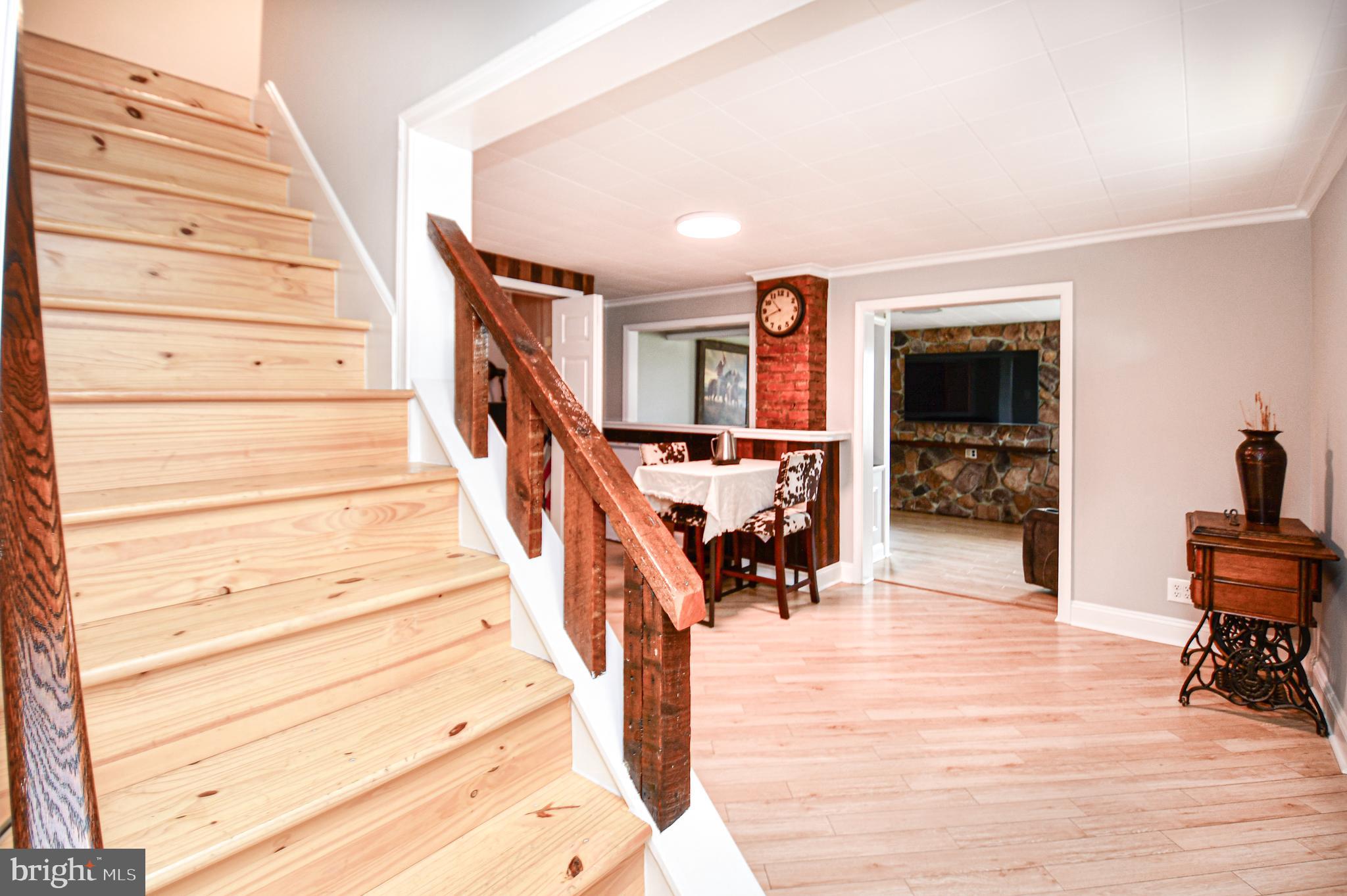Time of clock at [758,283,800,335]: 10:41
